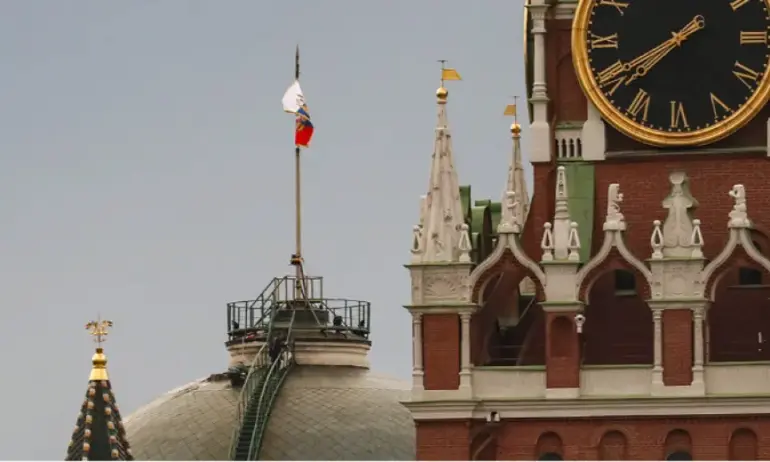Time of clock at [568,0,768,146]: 7:40
